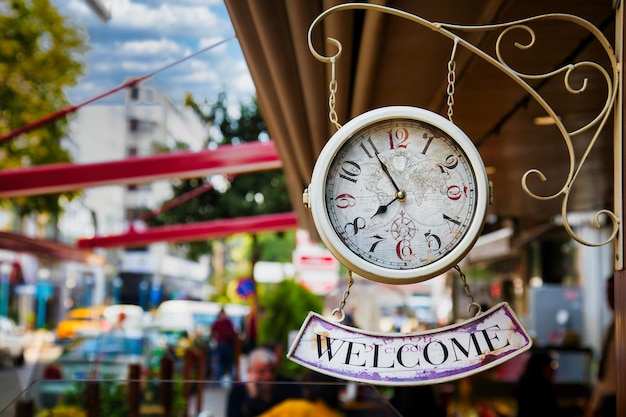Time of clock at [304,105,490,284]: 7:55
